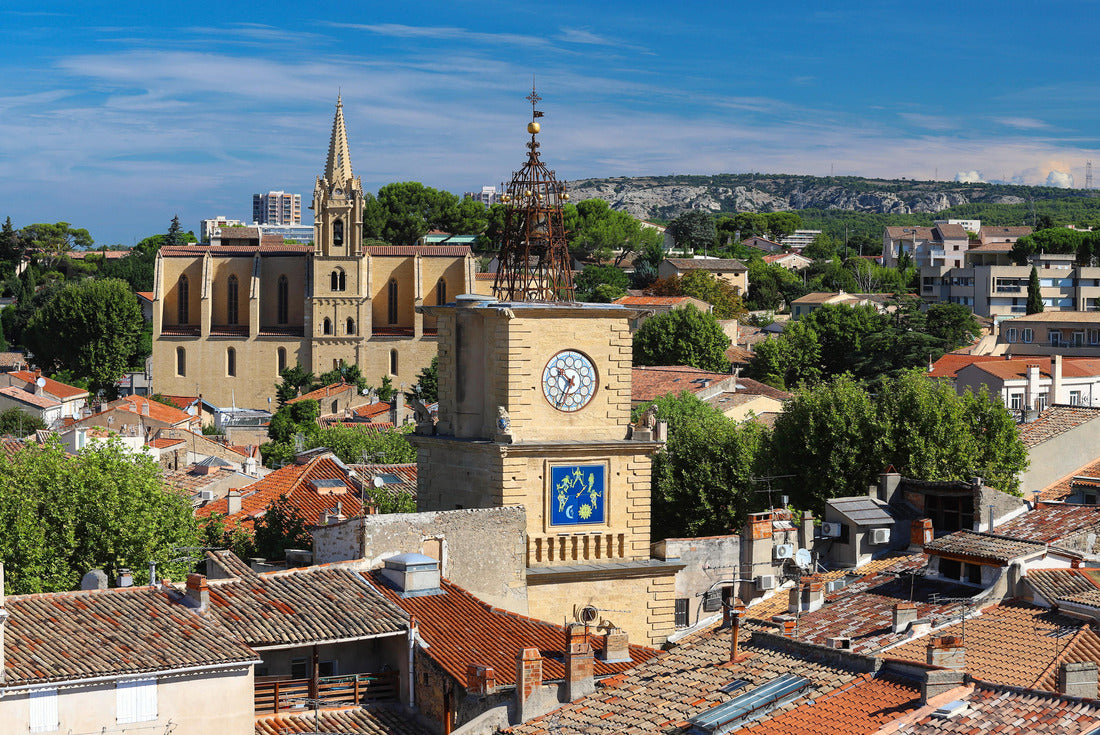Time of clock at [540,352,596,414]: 10:34
